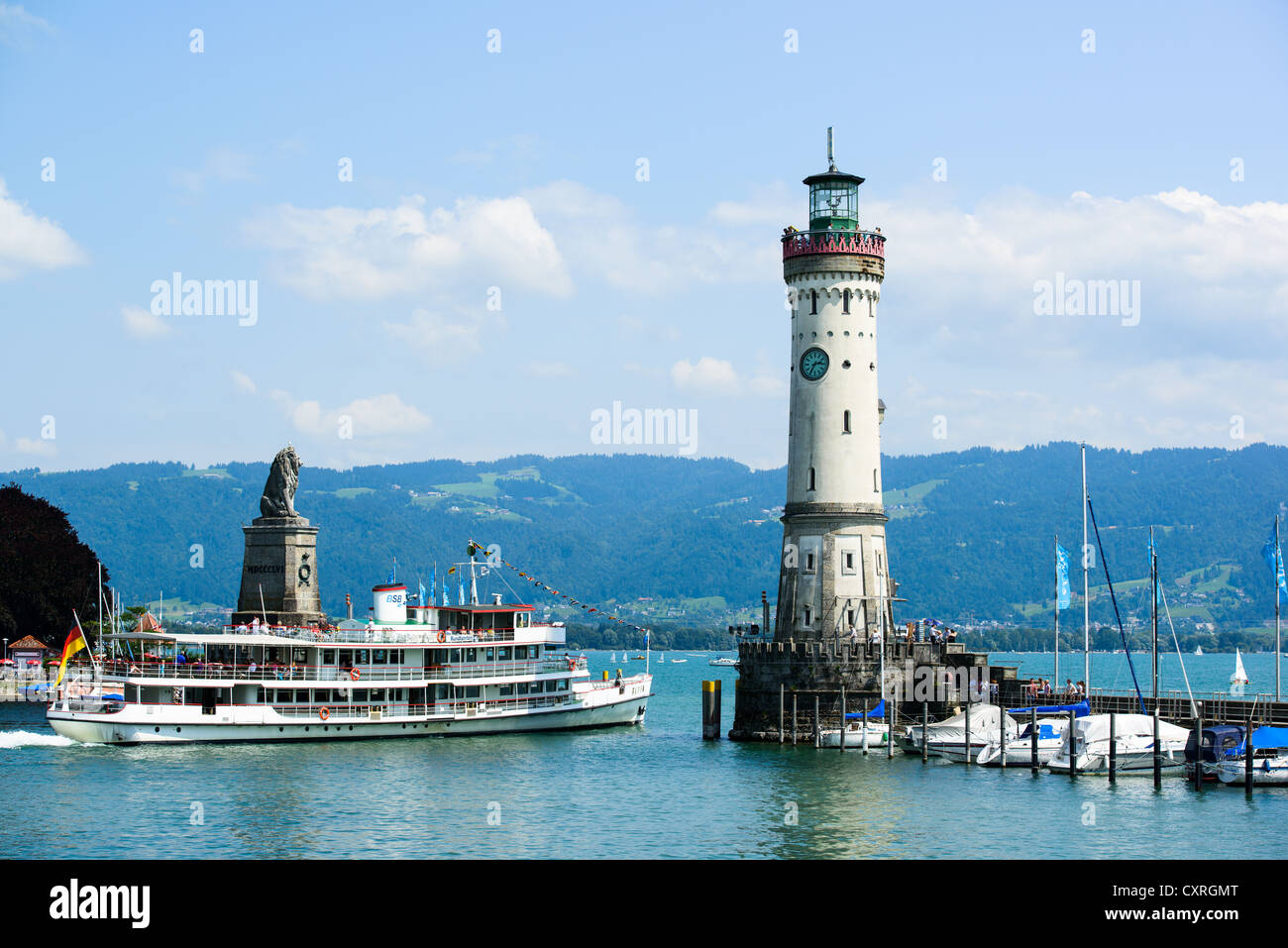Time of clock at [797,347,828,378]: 2:35
